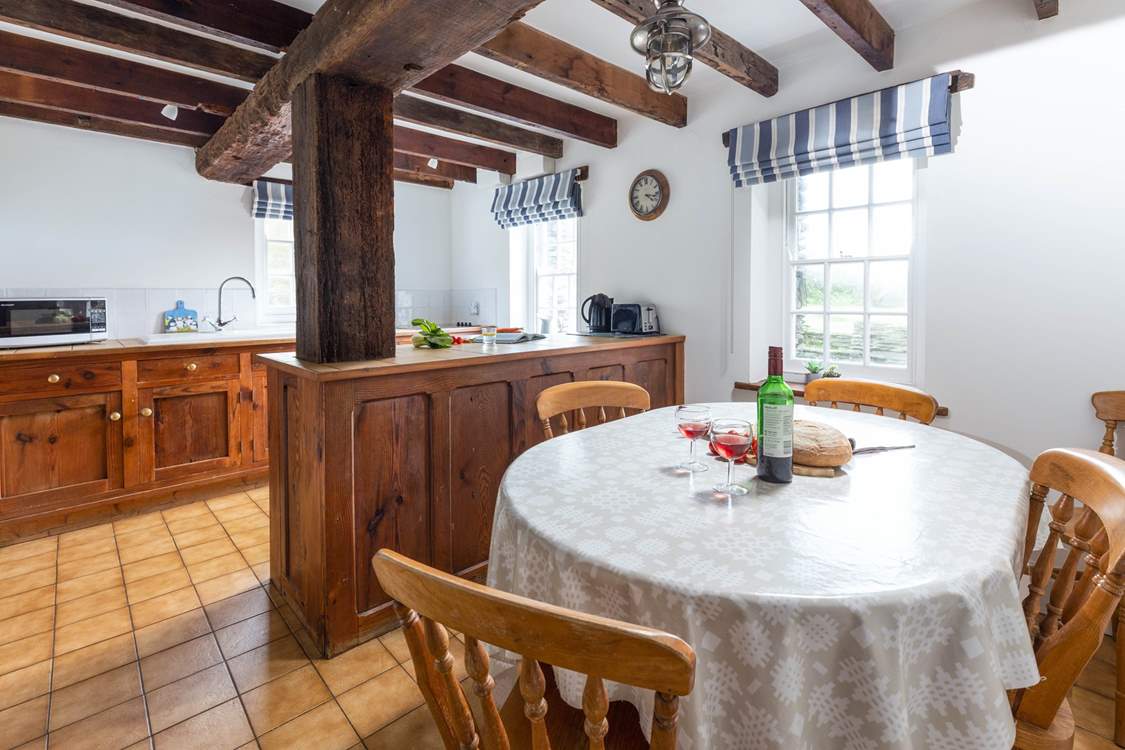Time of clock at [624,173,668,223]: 4:16
